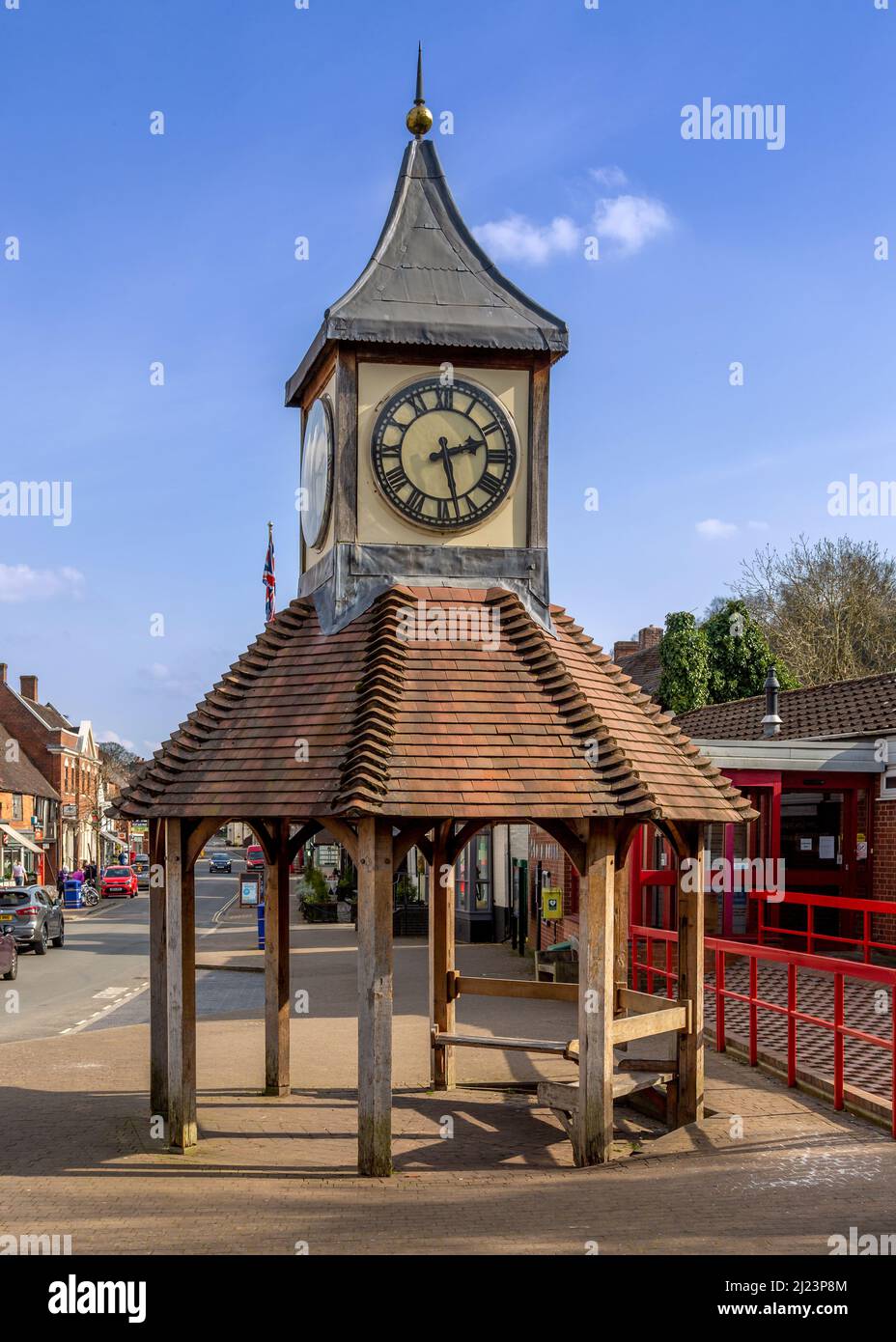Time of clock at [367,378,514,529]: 2:27
